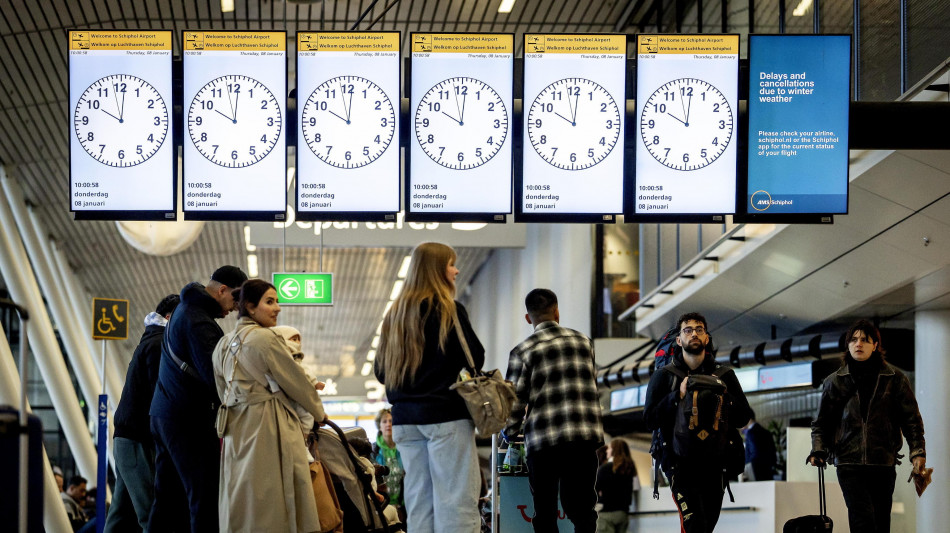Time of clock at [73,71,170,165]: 10:00
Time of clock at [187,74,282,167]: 10:00
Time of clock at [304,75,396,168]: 10:00
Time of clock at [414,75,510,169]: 10:00
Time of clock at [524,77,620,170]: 10:00
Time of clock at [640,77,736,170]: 10:00
